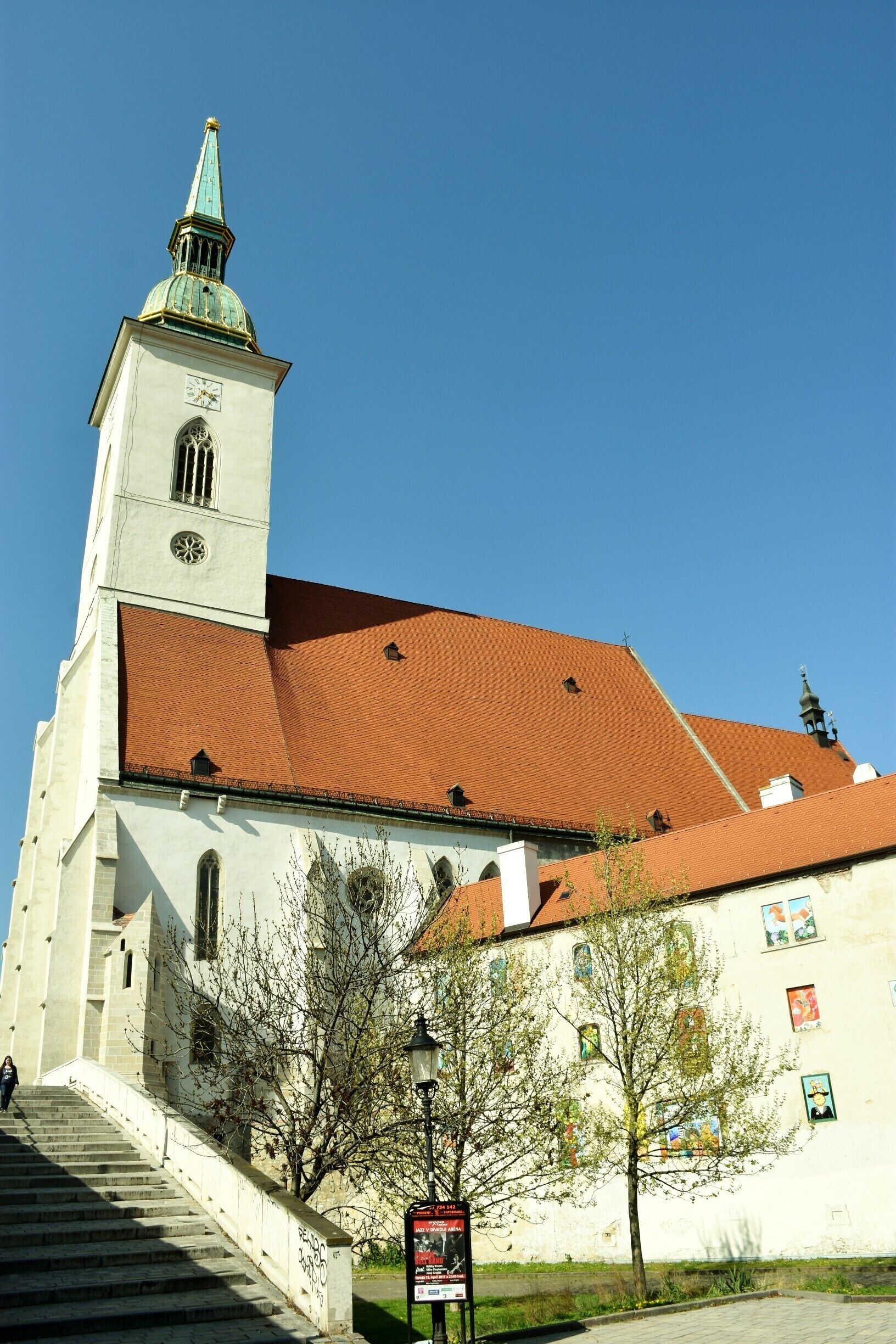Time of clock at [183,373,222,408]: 3:34
